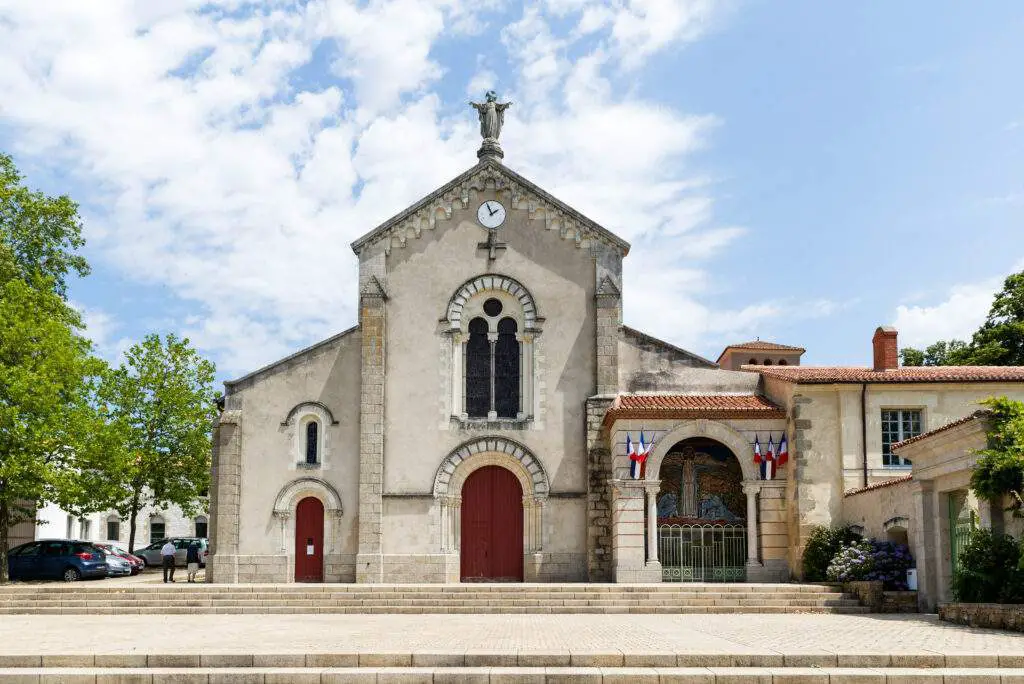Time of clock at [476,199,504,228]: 1:56
